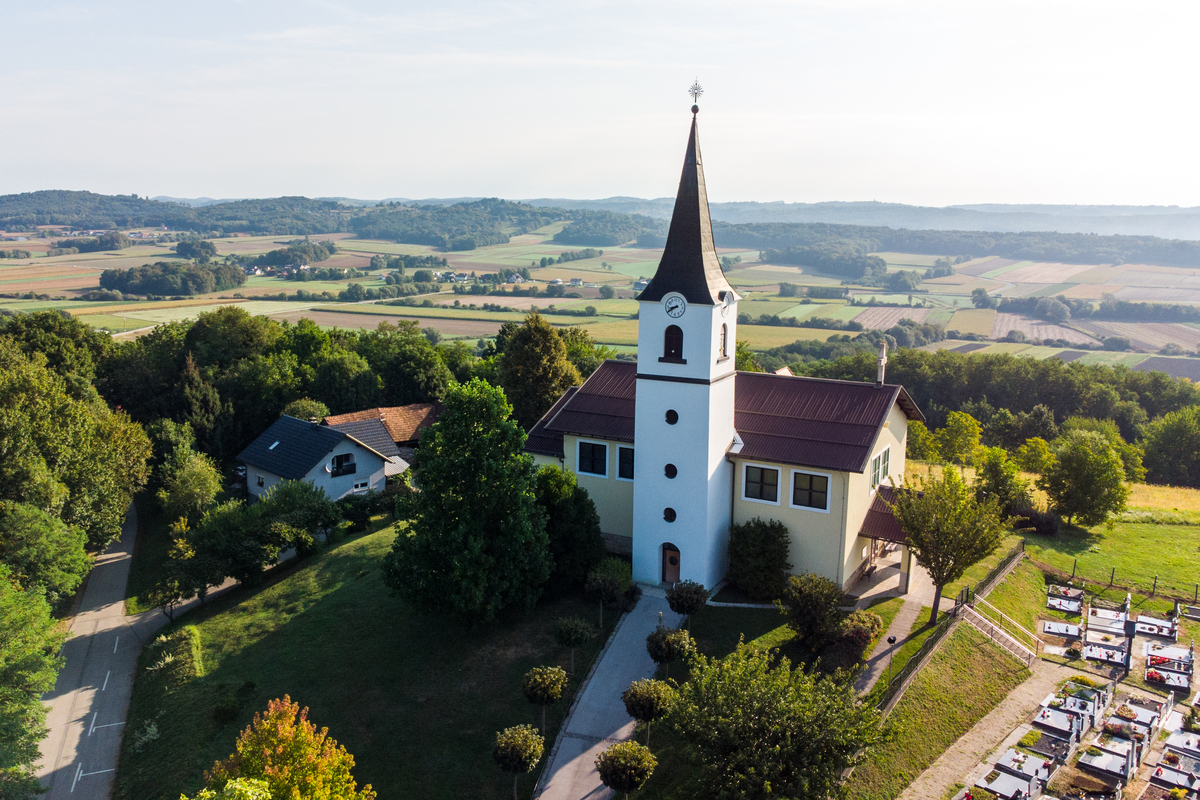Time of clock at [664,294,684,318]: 8:40
